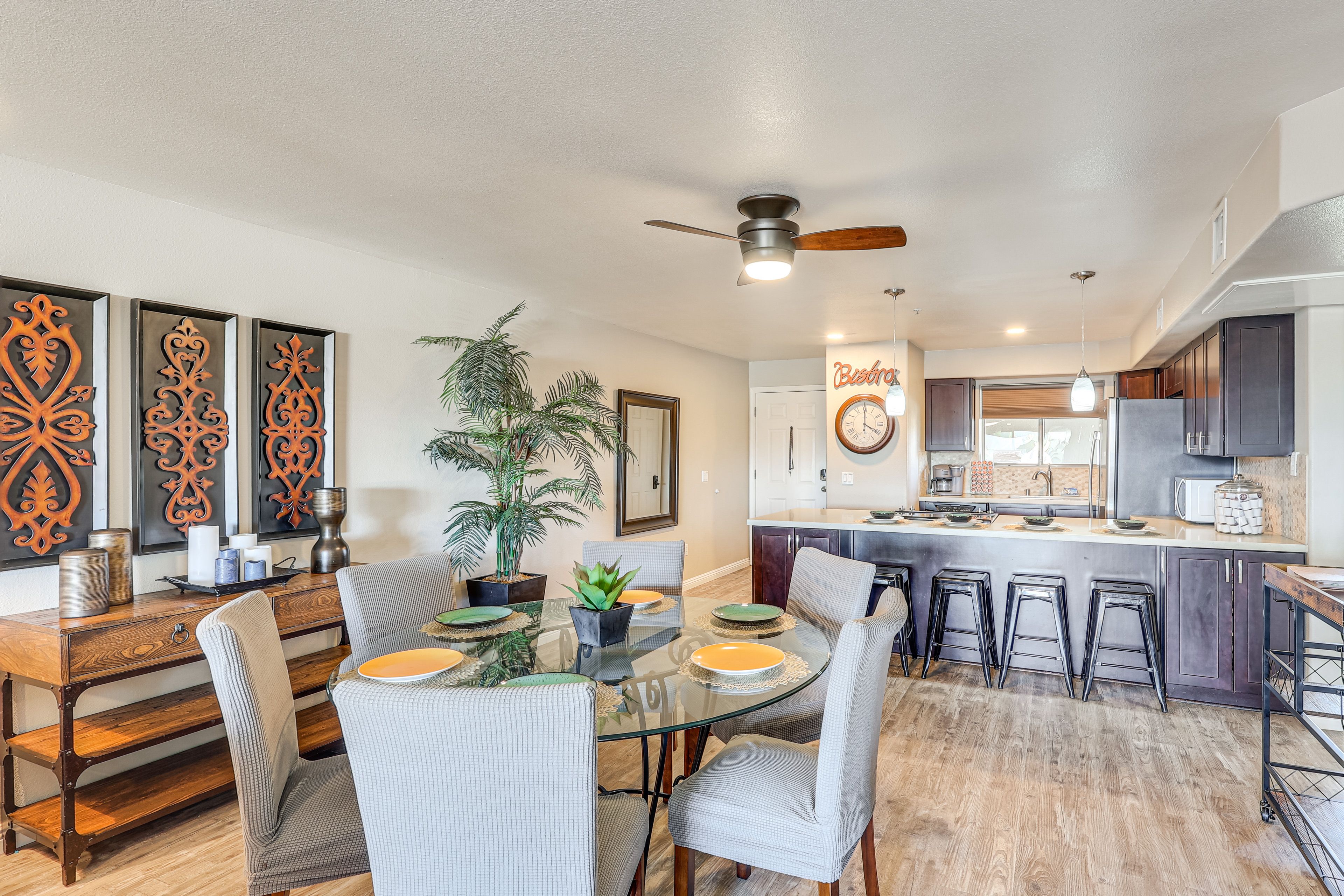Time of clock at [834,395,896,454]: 3:59
